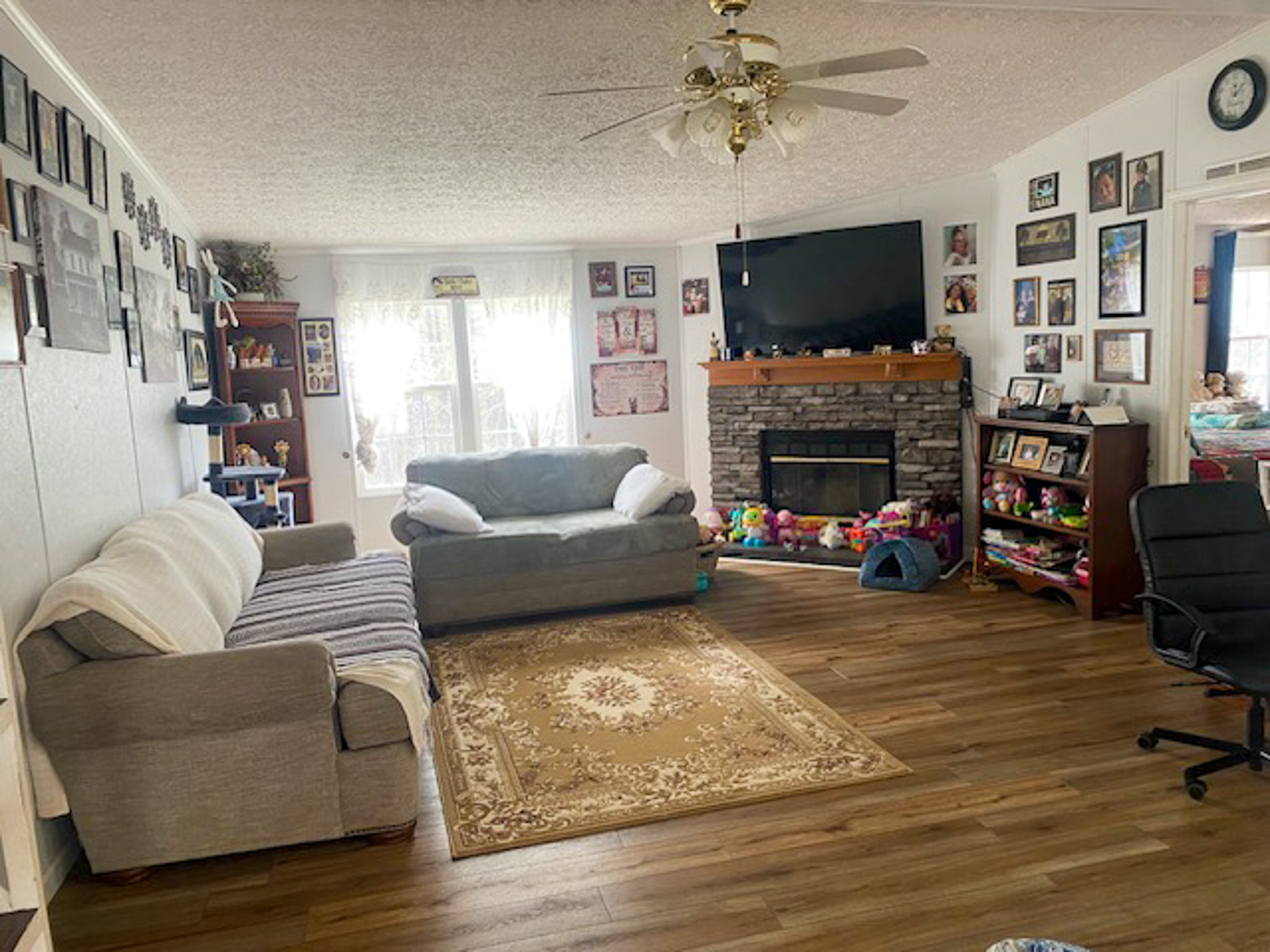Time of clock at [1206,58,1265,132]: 12:07
